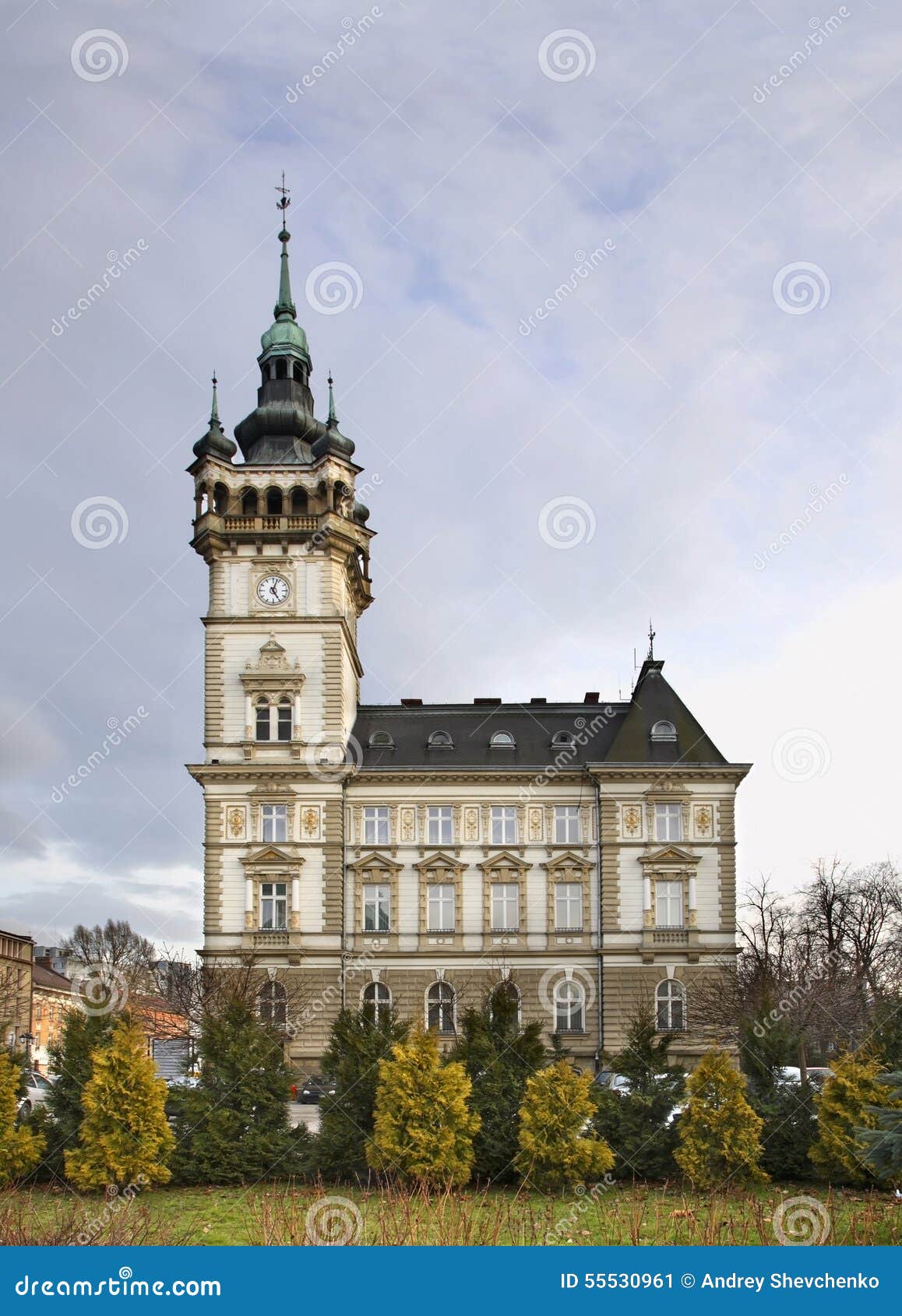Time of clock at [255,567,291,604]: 5:03
